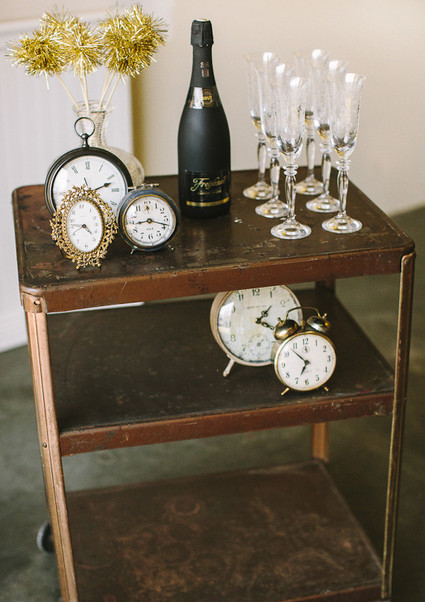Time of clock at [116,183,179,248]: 8:18
